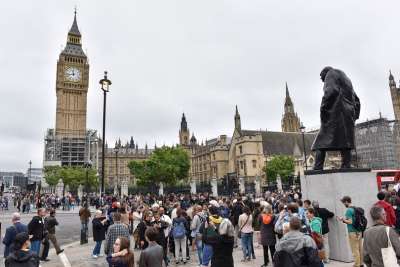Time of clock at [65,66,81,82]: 11:42
